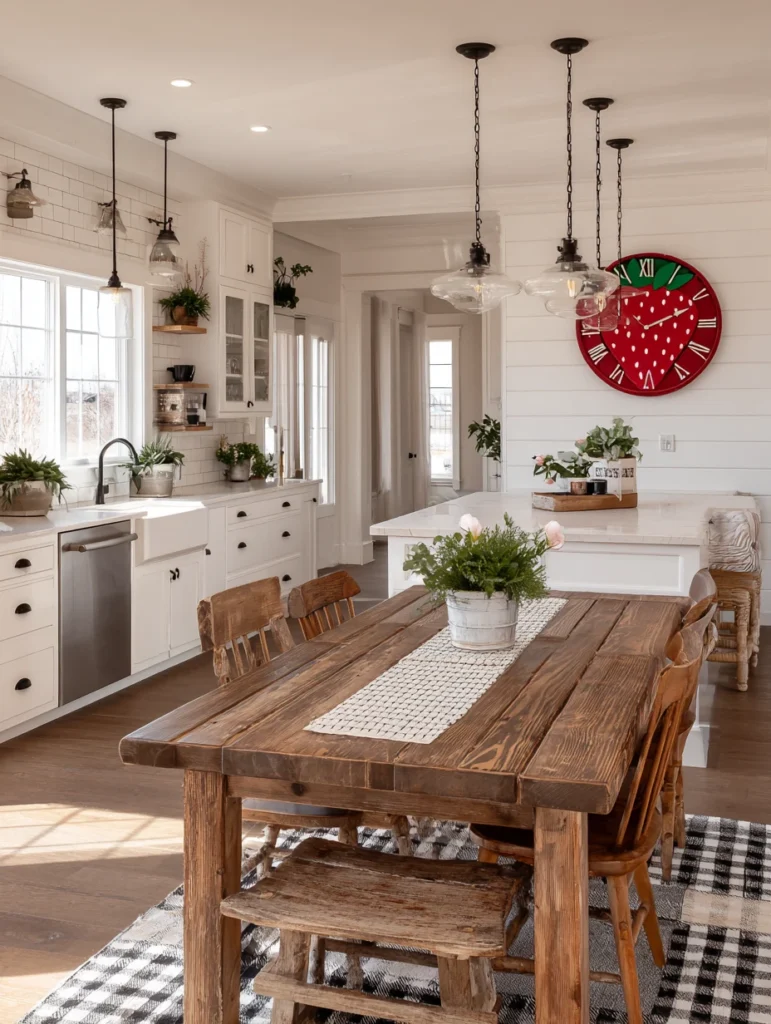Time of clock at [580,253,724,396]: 2:11
